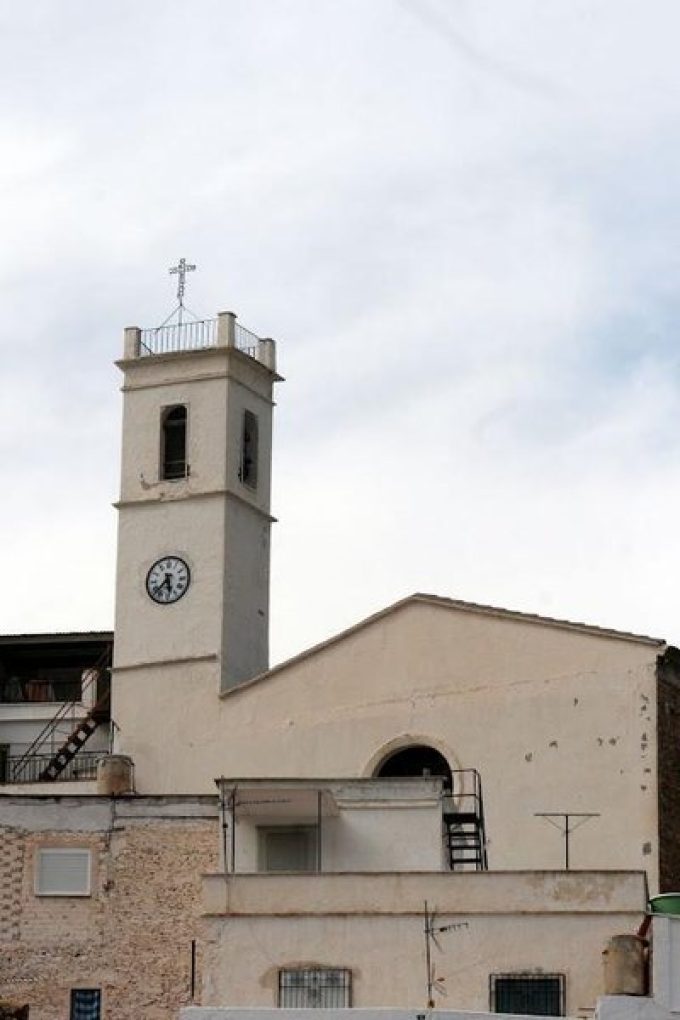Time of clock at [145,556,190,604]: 5:37
